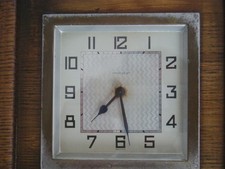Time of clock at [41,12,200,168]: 7:28
